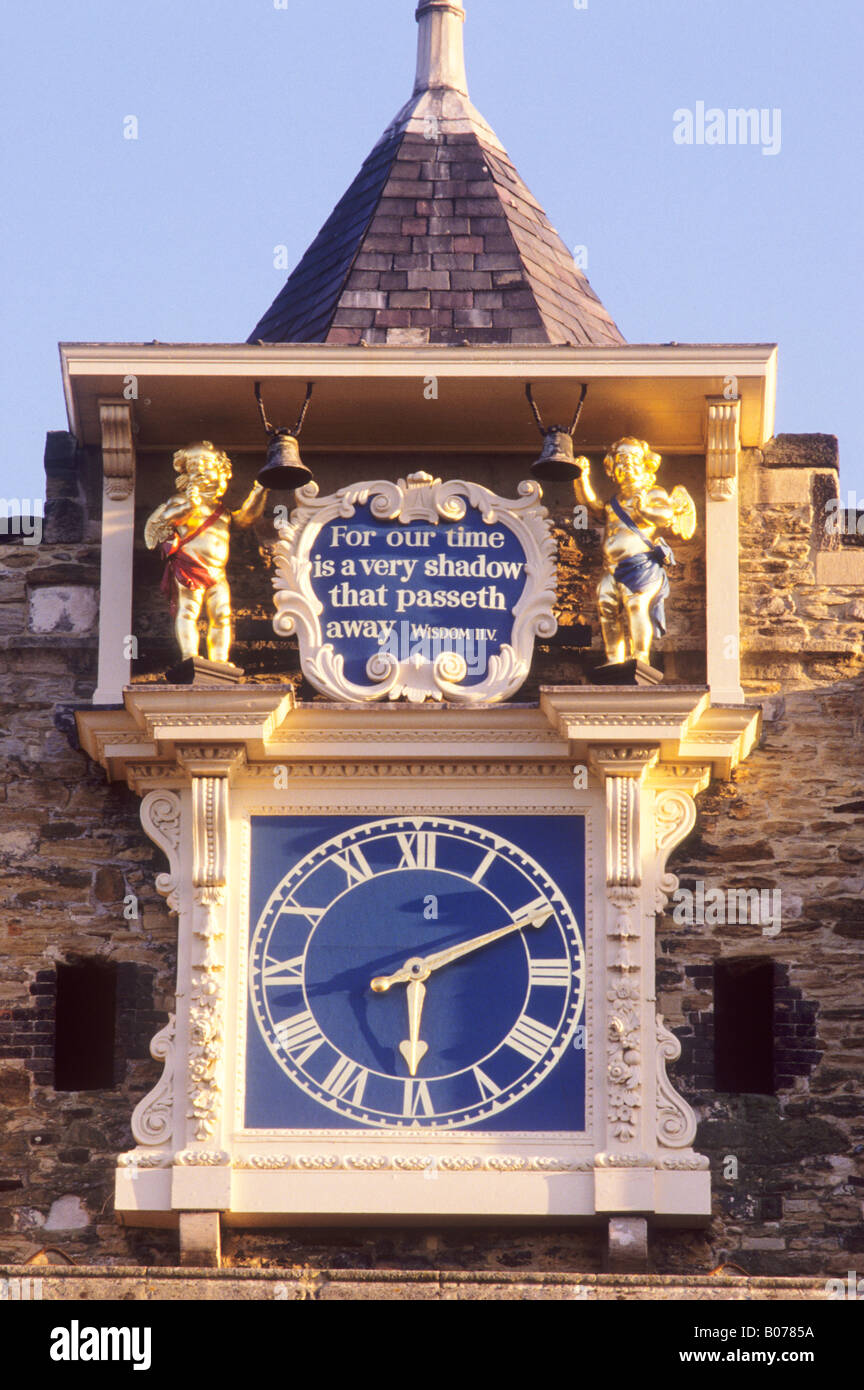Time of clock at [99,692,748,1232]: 6:10
